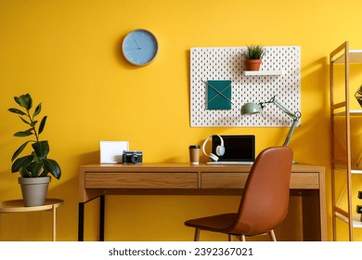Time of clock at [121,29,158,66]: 10:43
